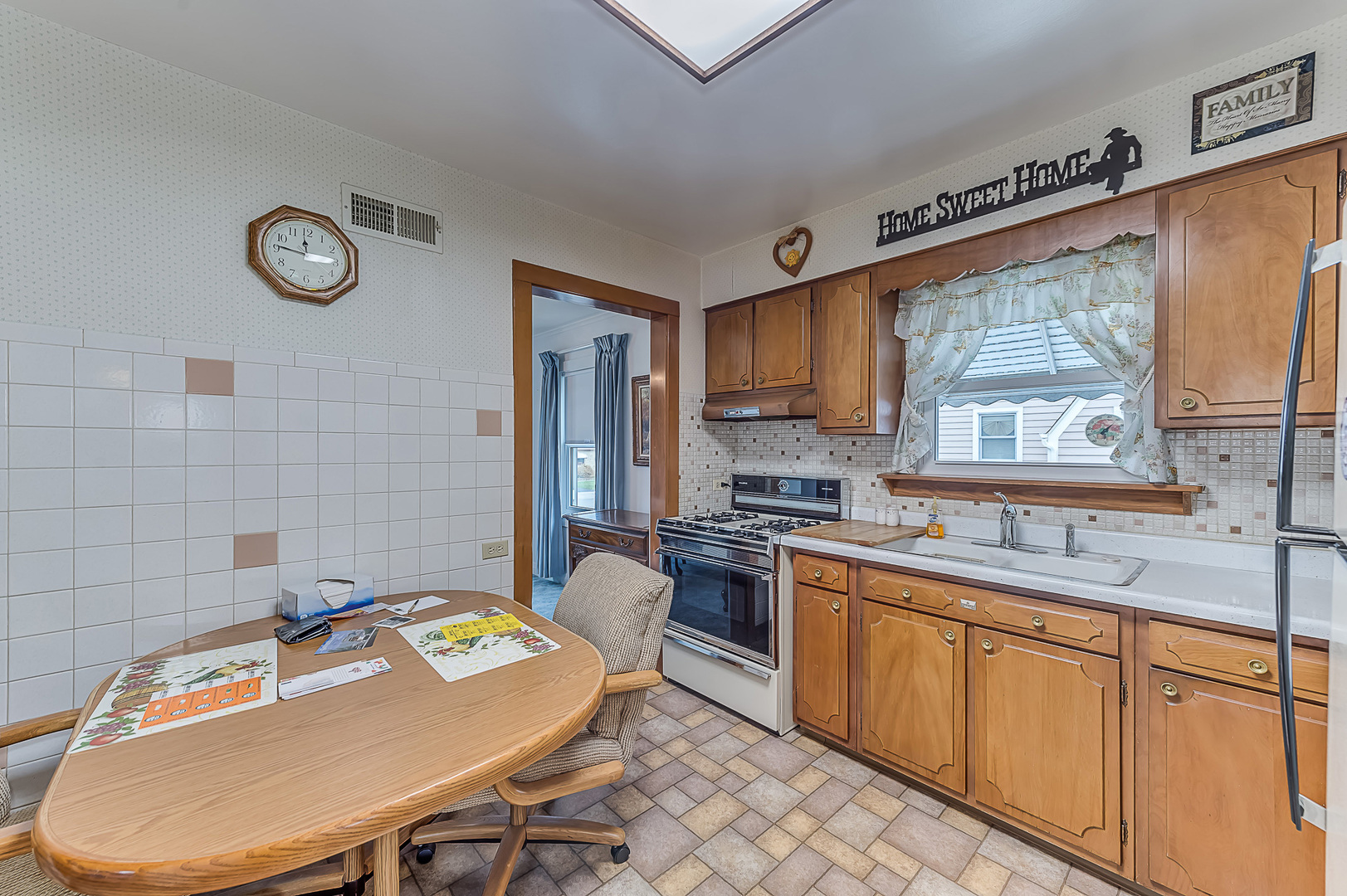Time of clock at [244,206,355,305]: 11:46
